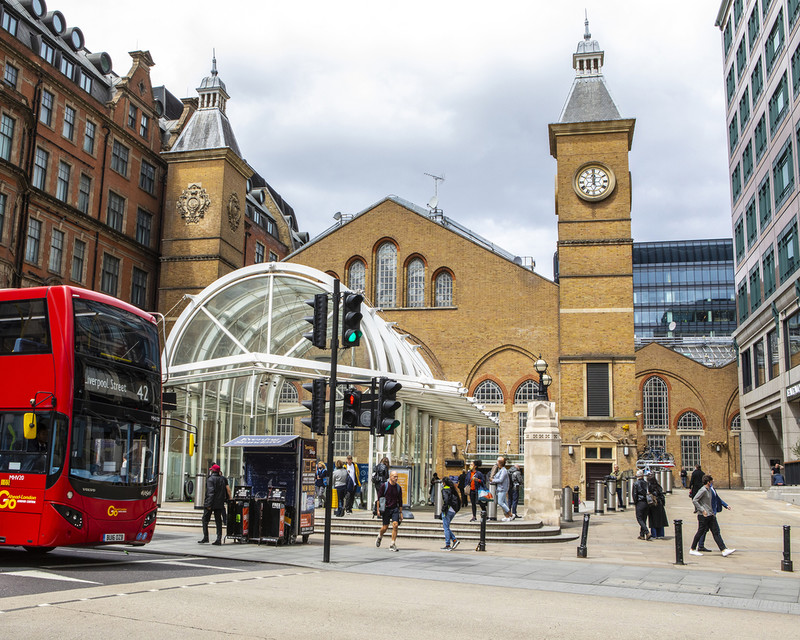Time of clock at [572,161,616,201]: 12:00
